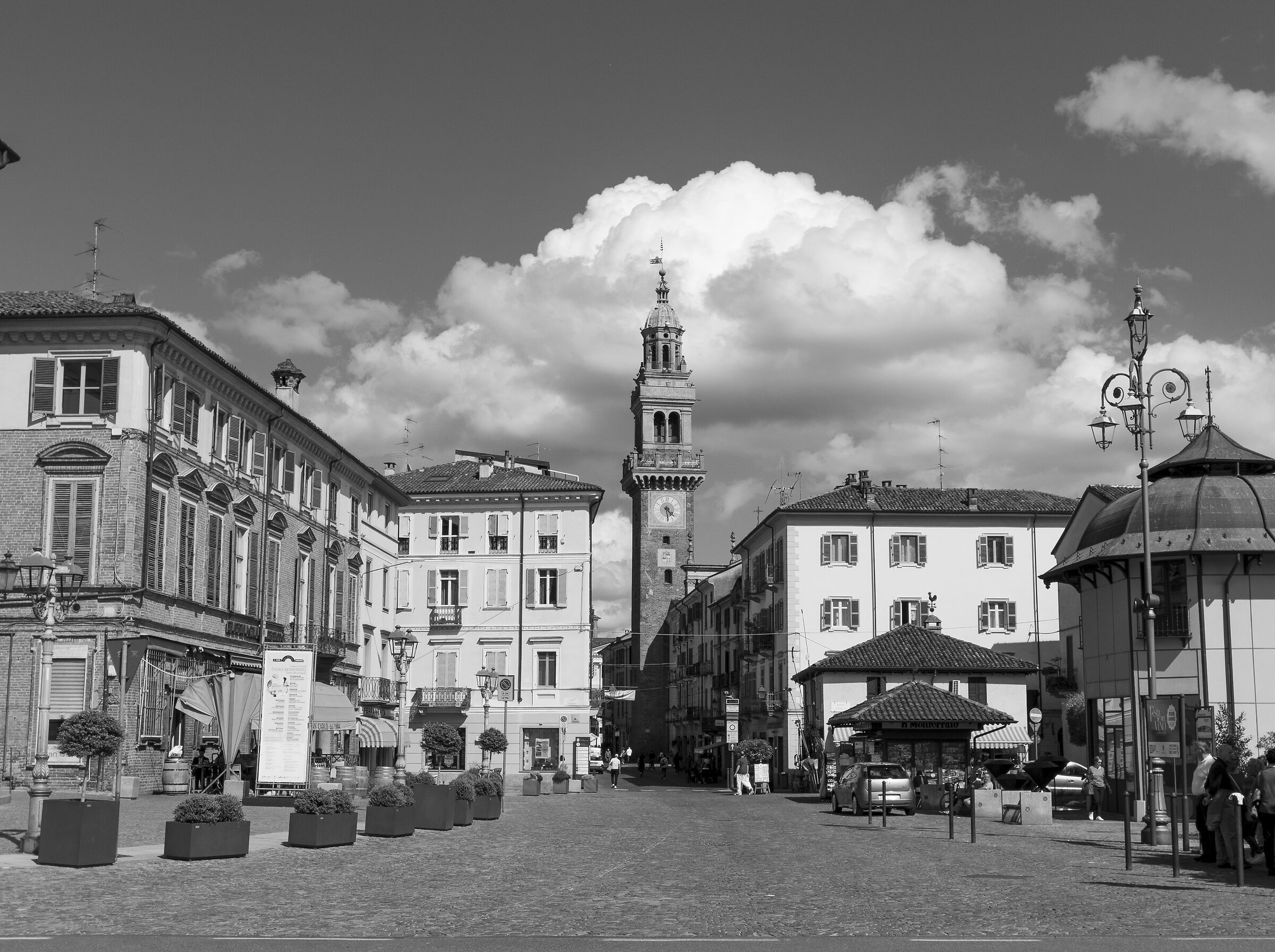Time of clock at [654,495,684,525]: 4:28
